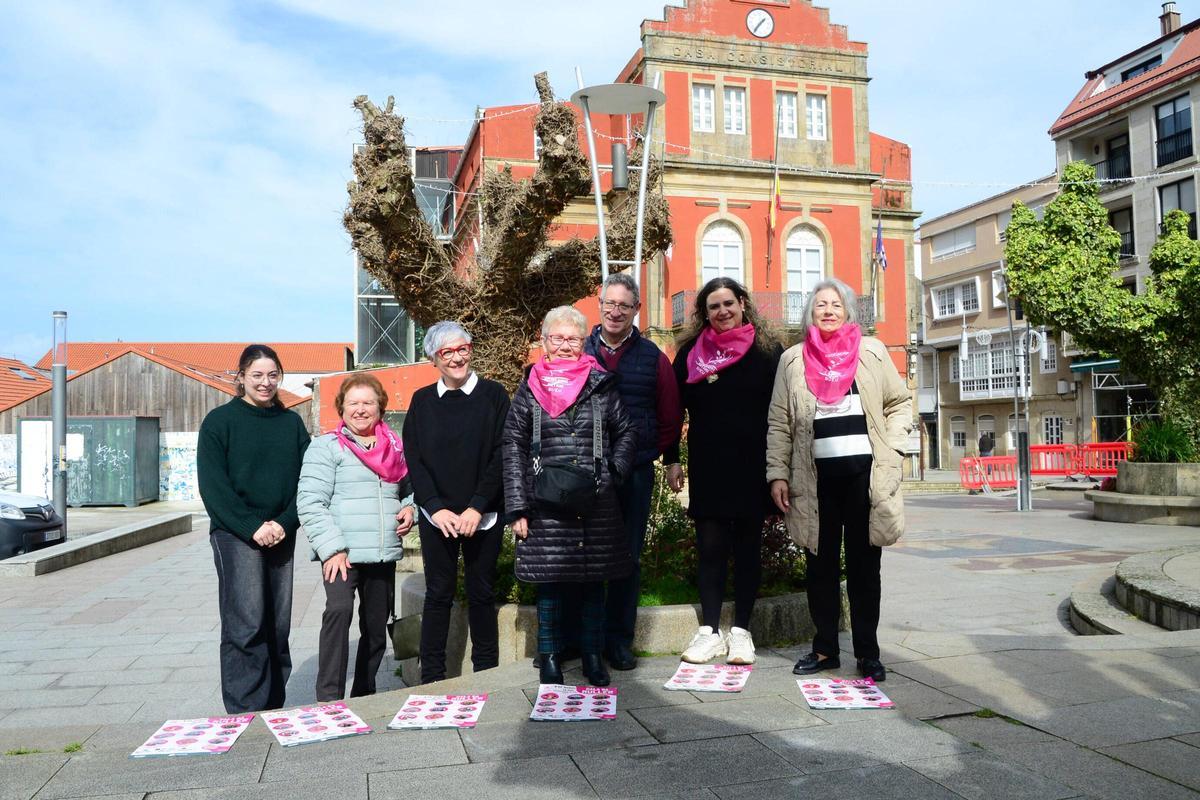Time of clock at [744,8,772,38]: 1:36
